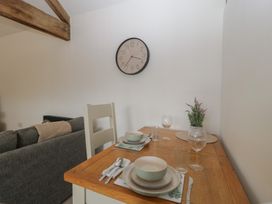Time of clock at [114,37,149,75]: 3:36
